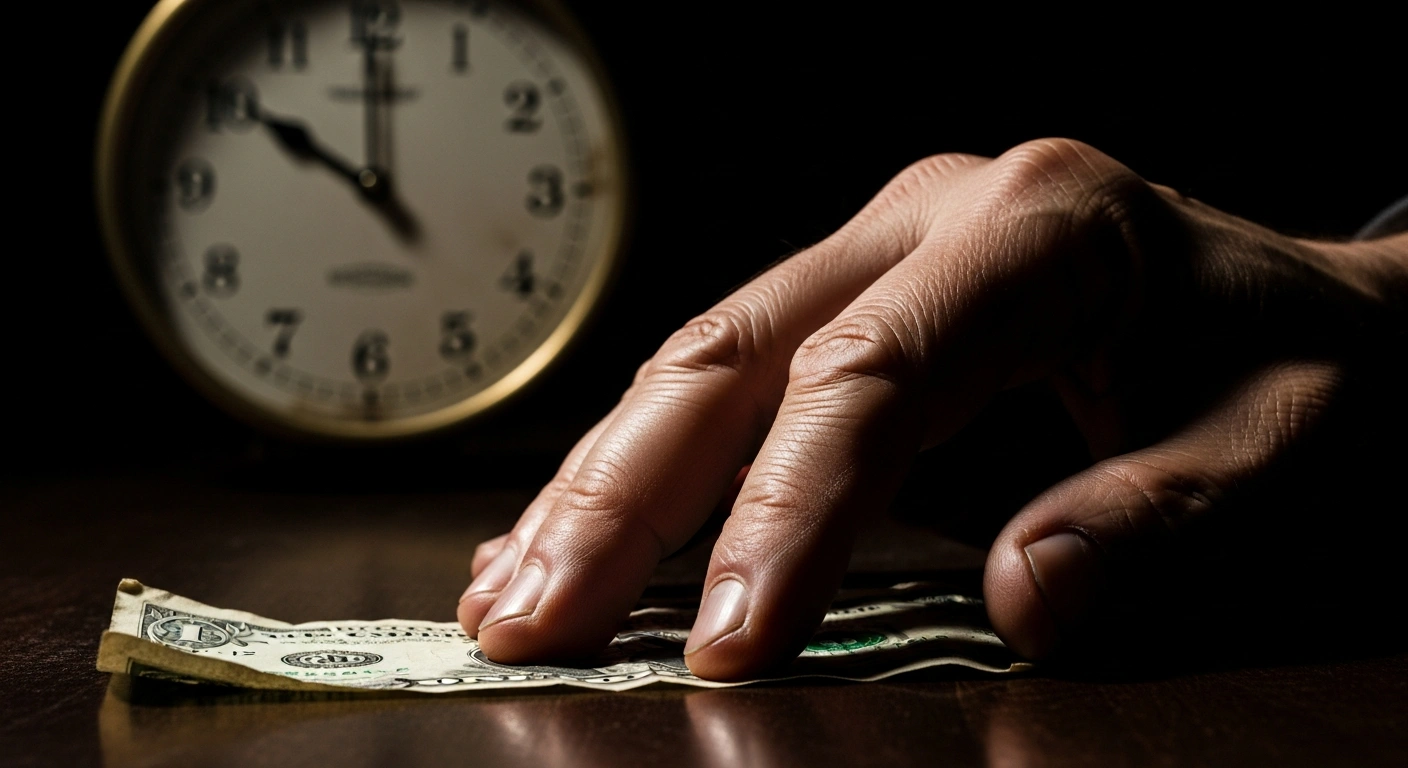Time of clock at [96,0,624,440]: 9:59
